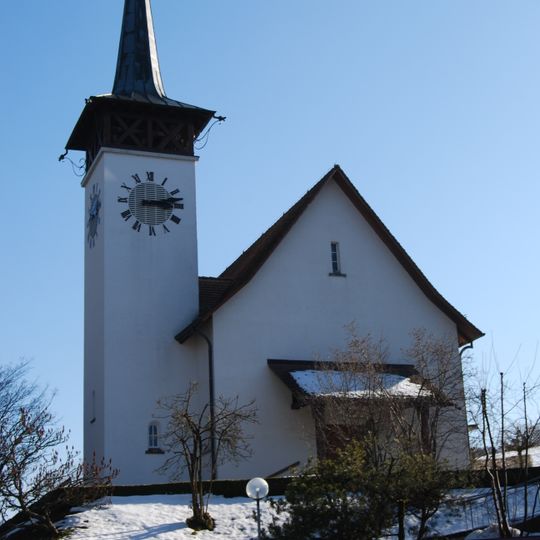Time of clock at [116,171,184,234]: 3:12
